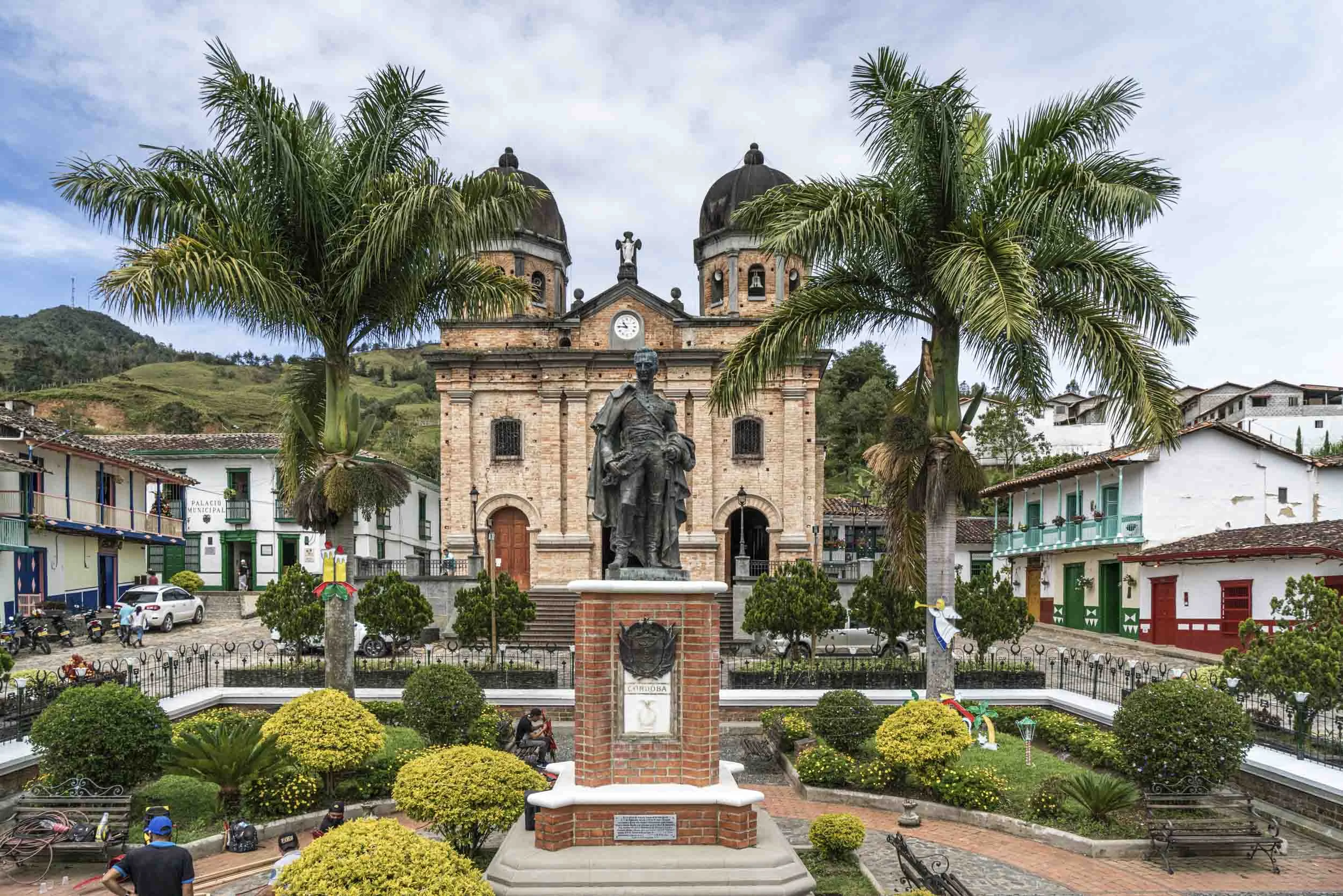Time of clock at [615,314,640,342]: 10:45
